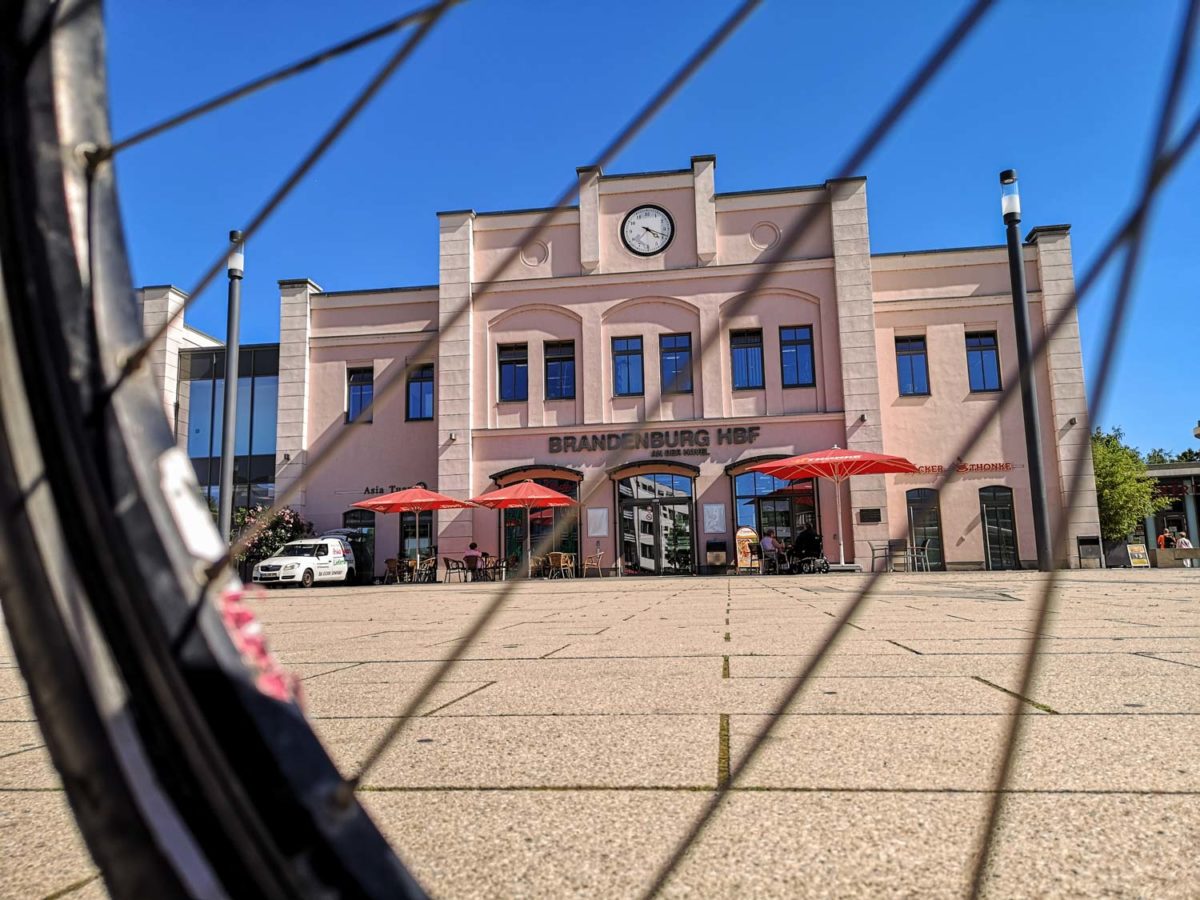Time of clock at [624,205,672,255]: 4:18
